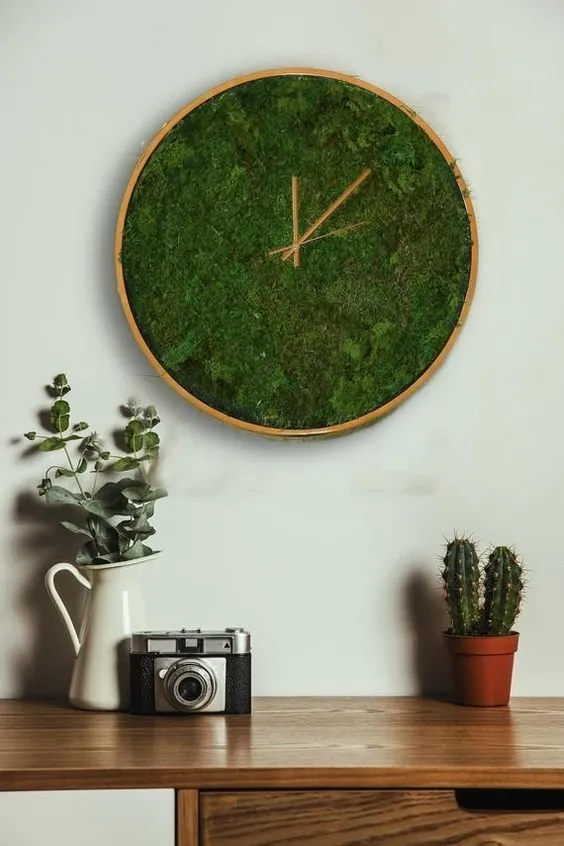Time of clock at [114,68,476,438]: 12:07
